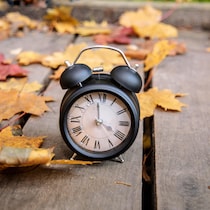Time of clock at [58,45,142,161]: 3:58
